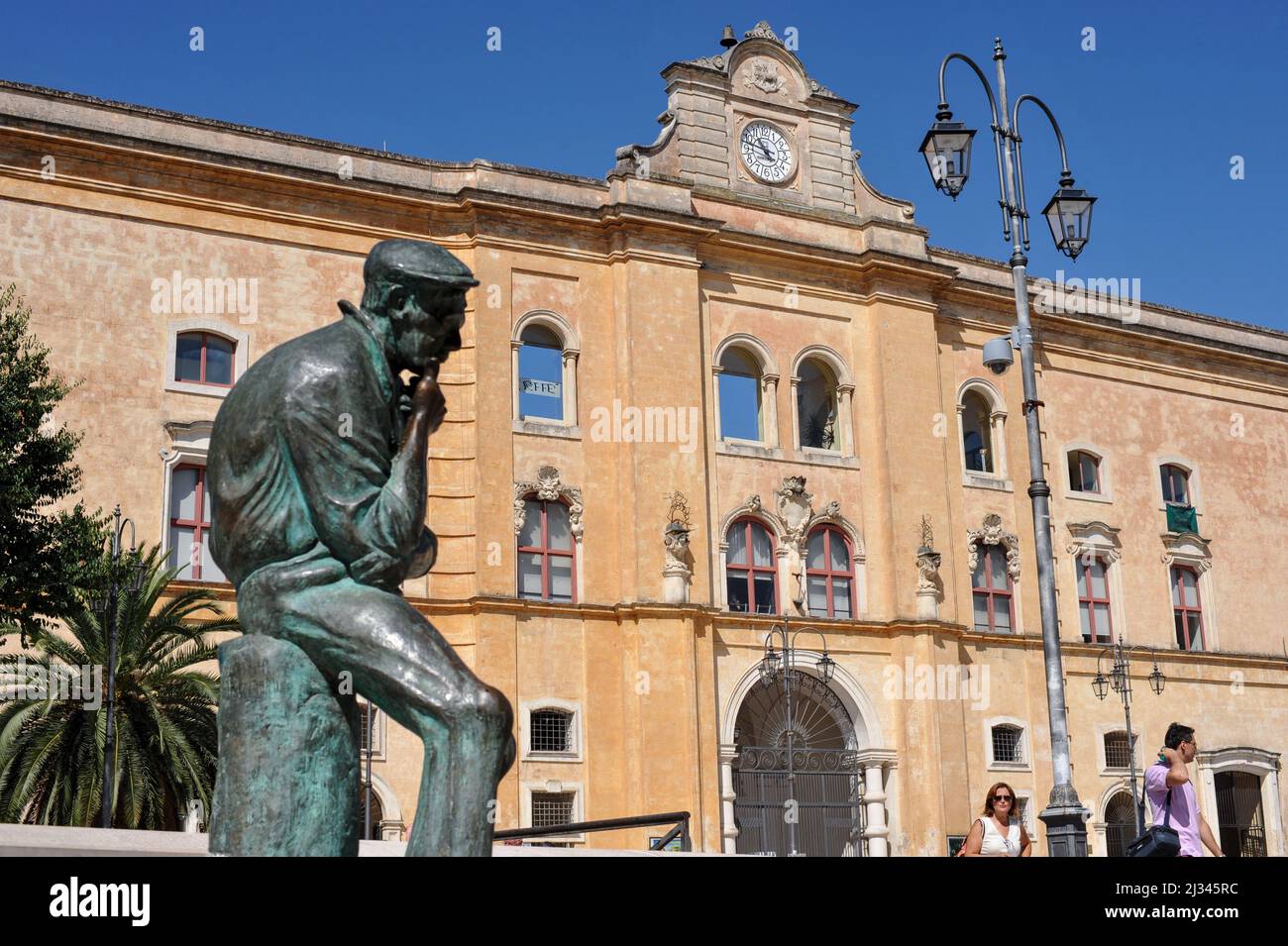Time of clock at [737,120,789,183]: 10:47
